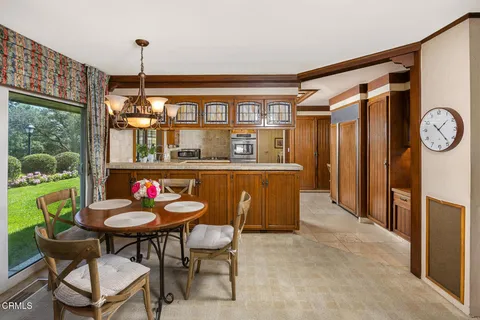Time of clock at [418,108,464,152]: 1:23
